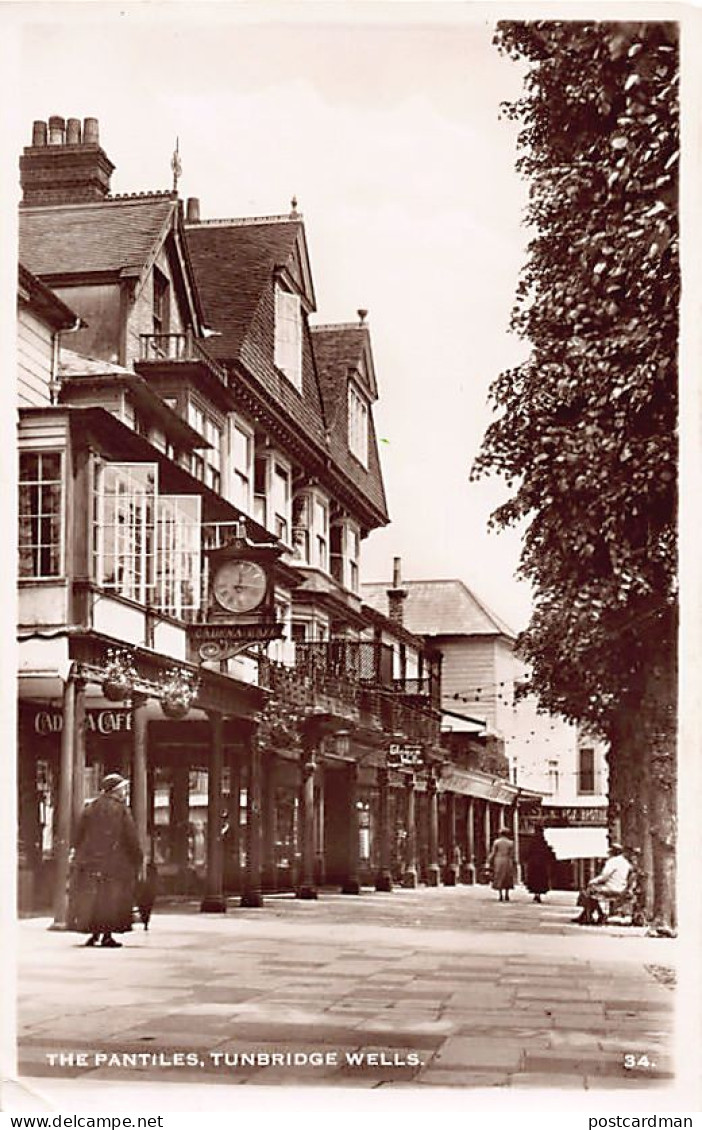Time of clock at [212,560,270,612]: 12:16
